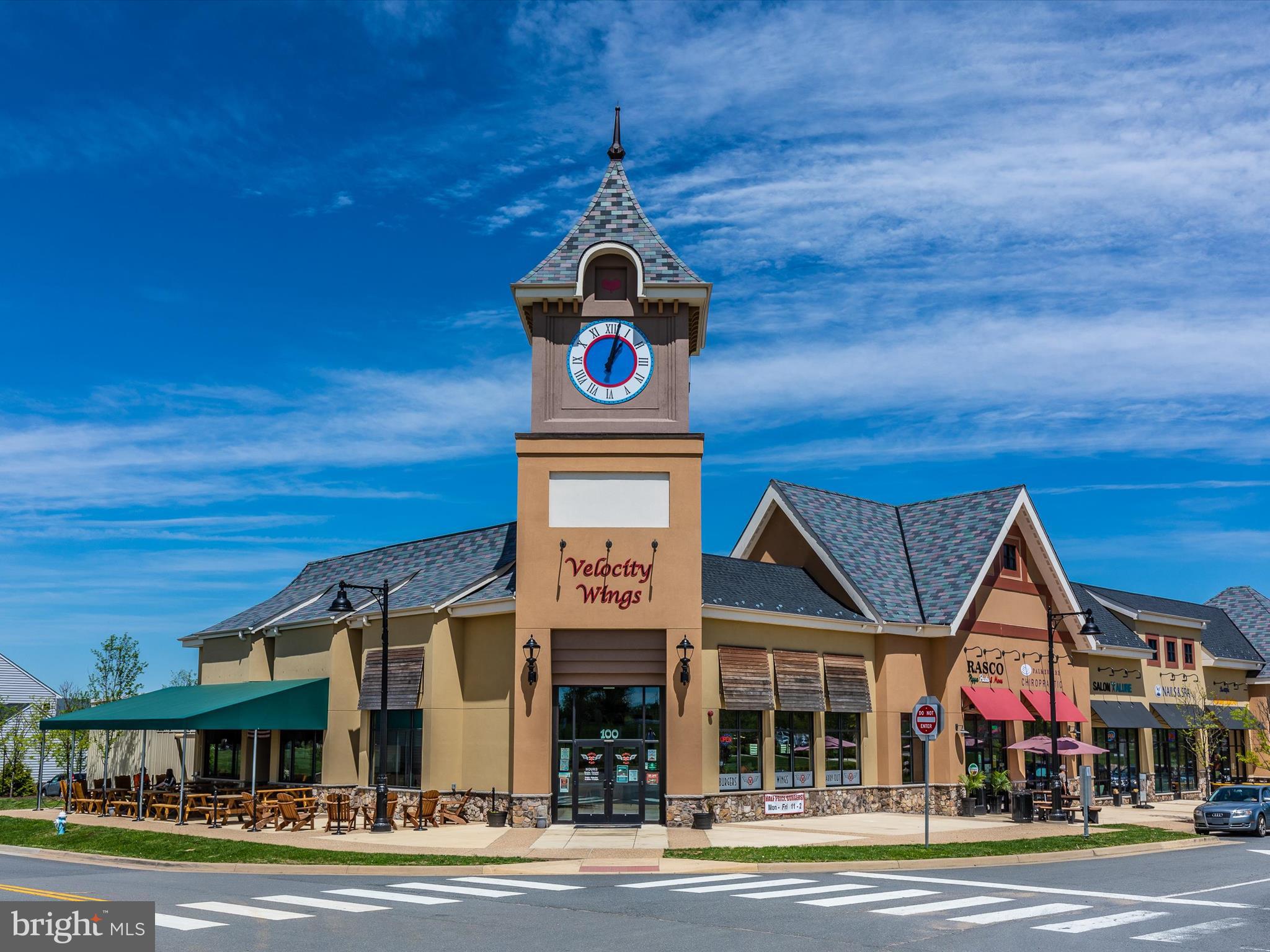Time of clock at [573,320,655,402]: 1:02
